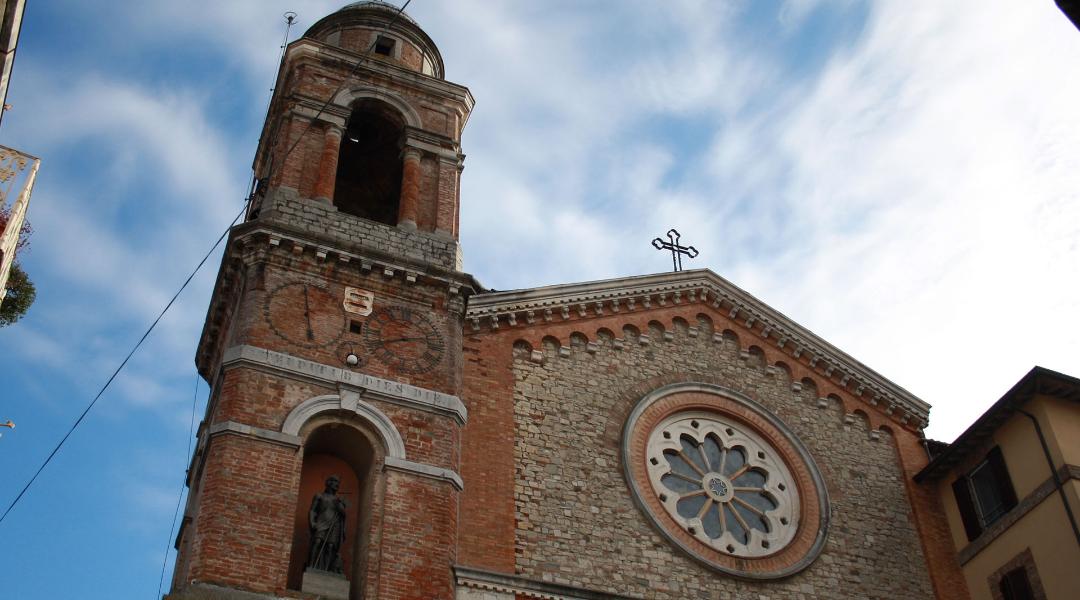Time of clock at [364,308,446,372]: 8:12
